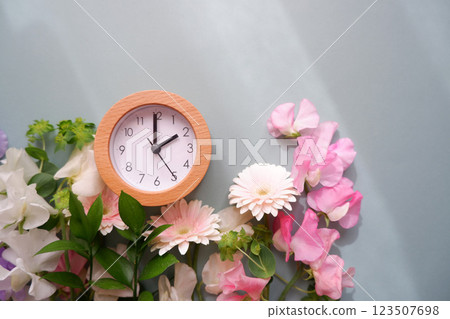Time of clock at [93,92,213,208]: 1:59
